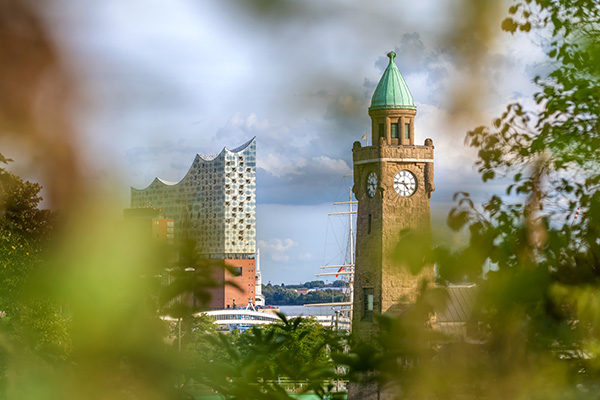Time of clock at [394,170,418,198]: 4:45
